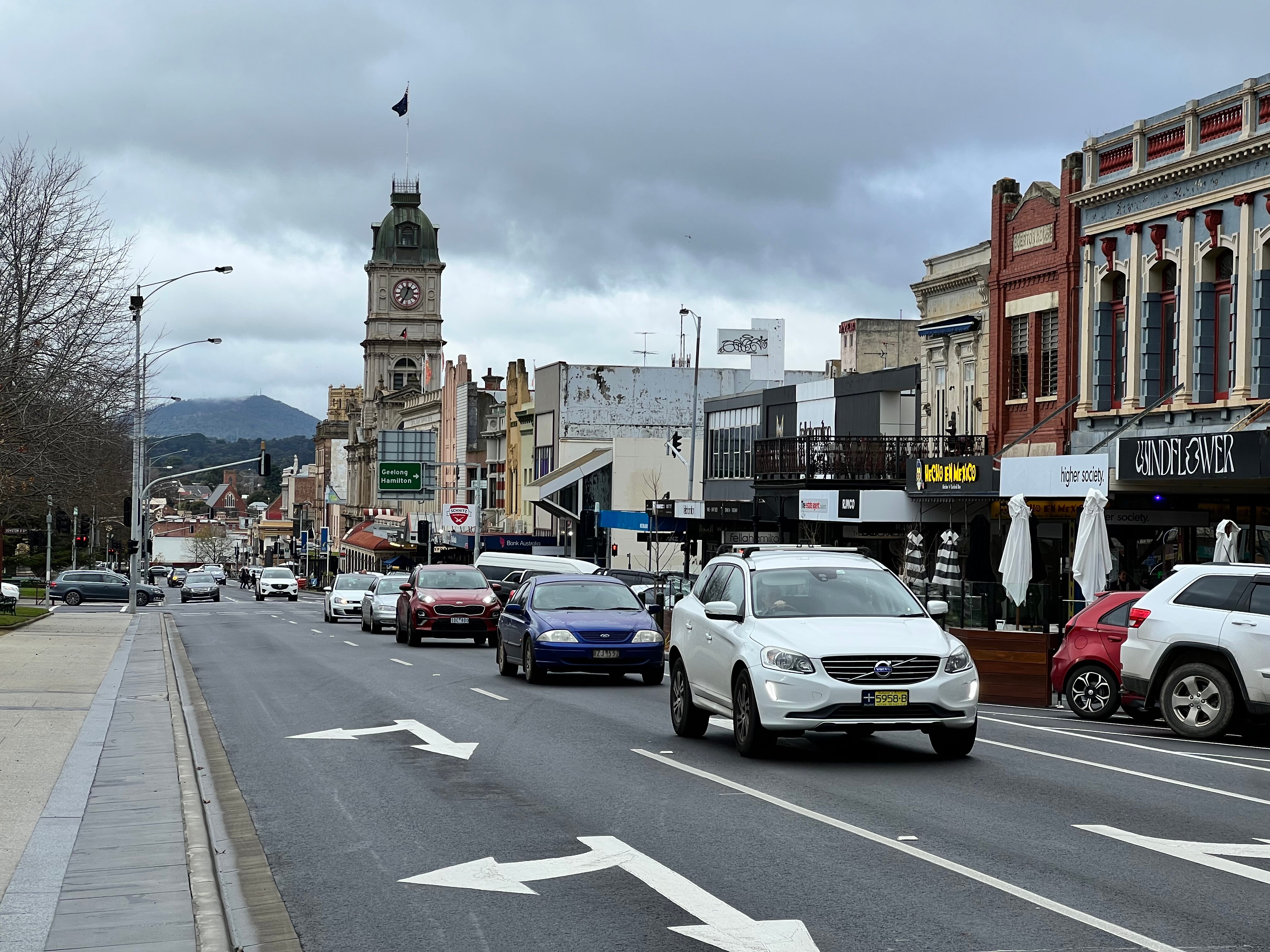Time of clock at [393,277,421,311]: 12:34
